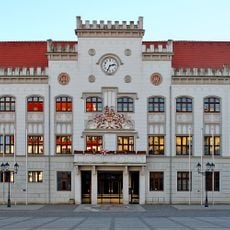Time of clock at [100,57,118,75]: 2:34
